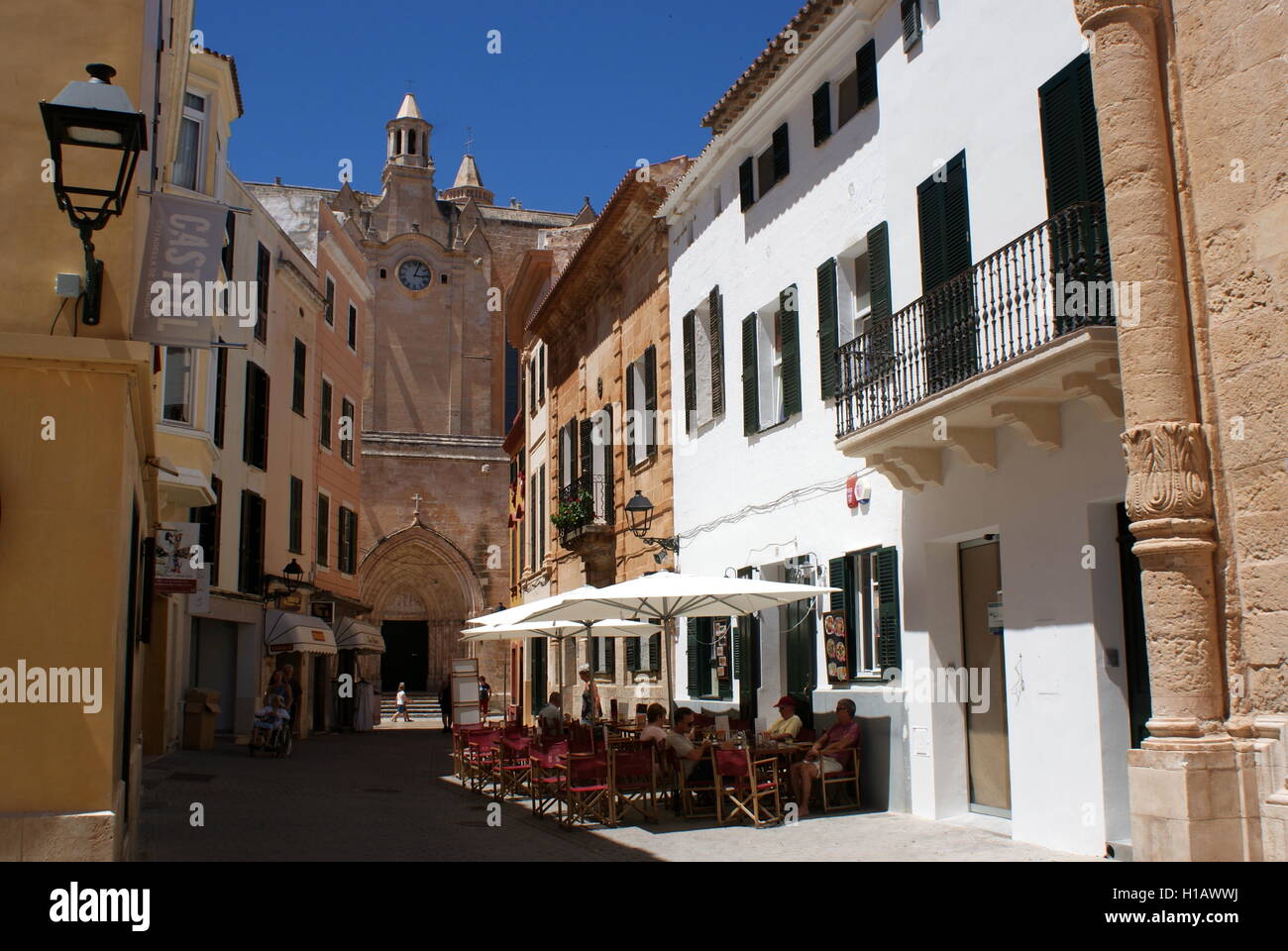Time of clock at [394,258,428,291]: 3:04
